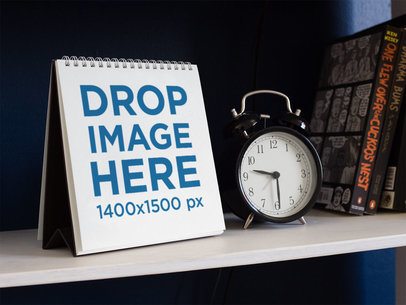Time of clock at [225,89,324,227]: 9:29
